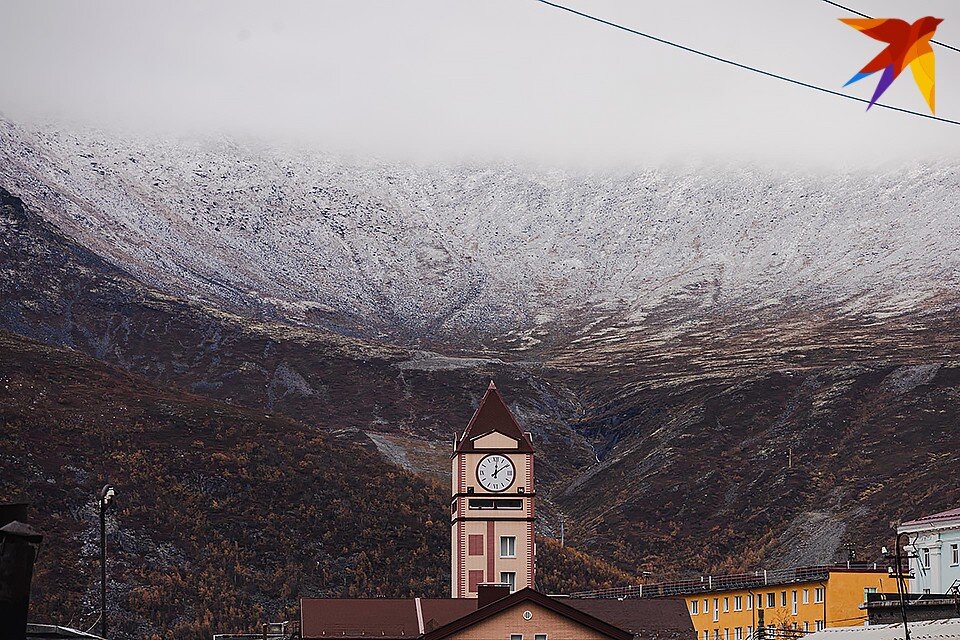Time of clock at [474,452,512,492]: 12:08
